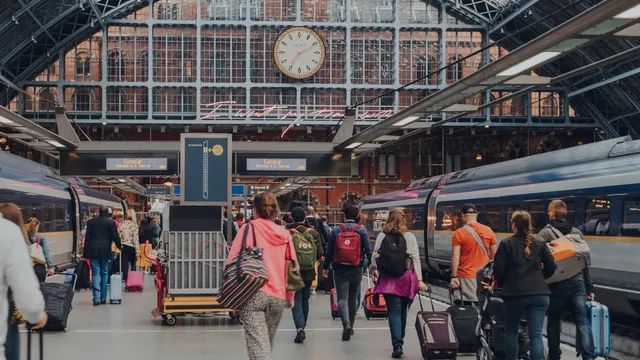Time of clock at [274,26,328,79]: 7:10
